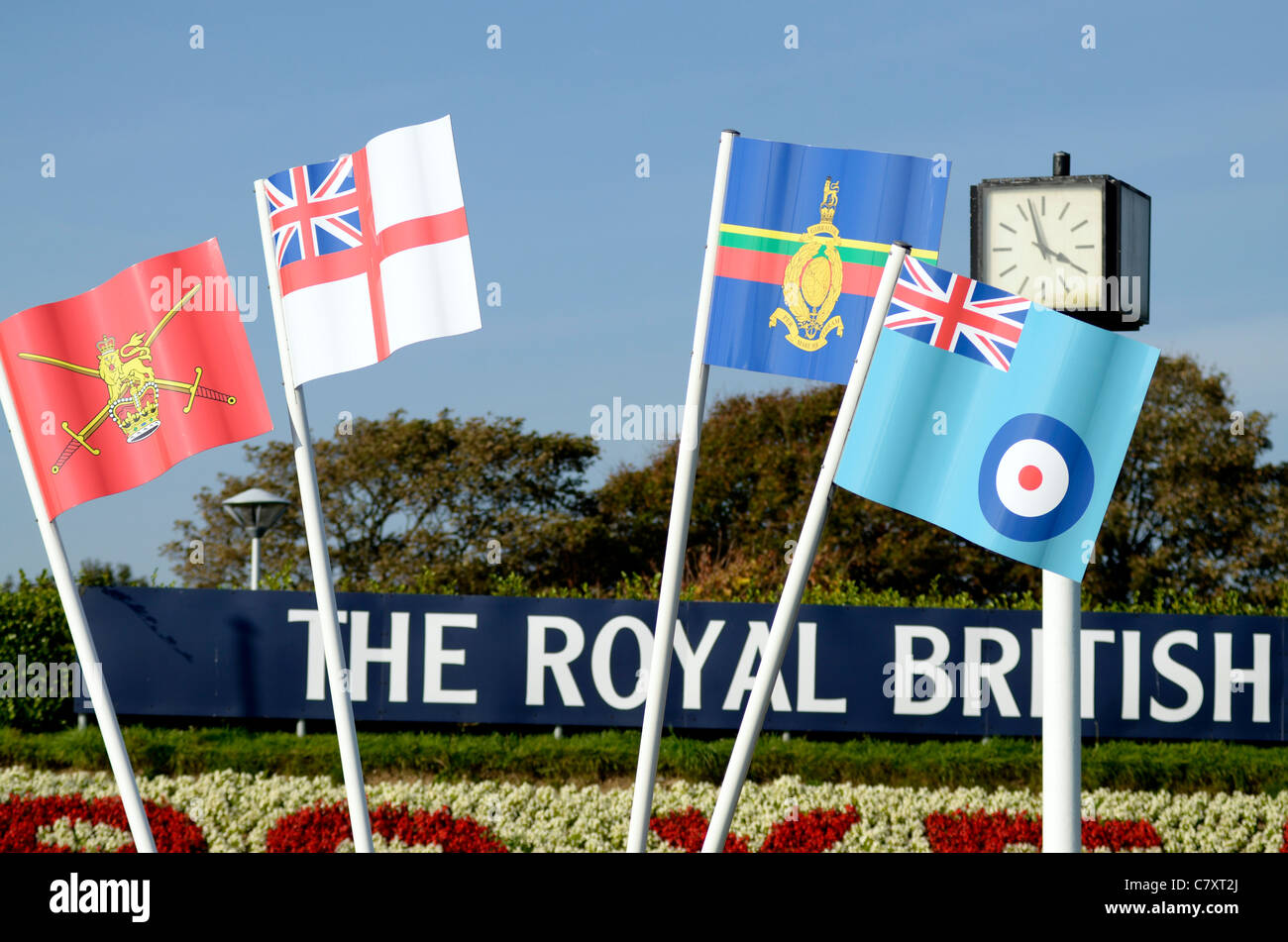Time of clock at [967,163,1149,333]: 3:57
